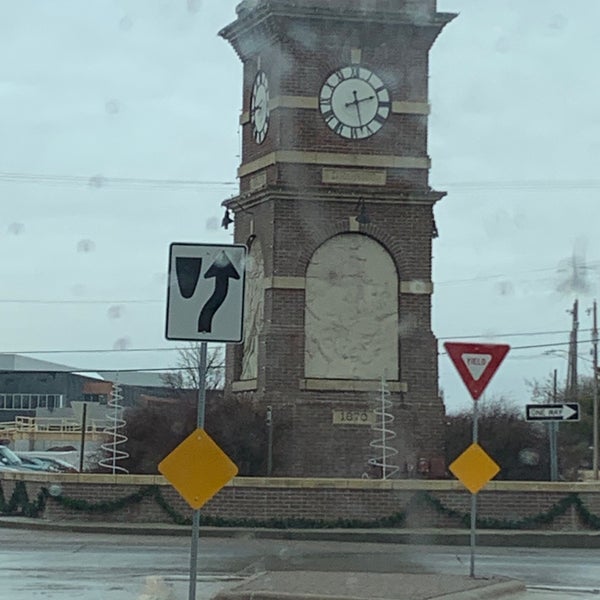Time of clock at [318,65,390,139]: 2:27
